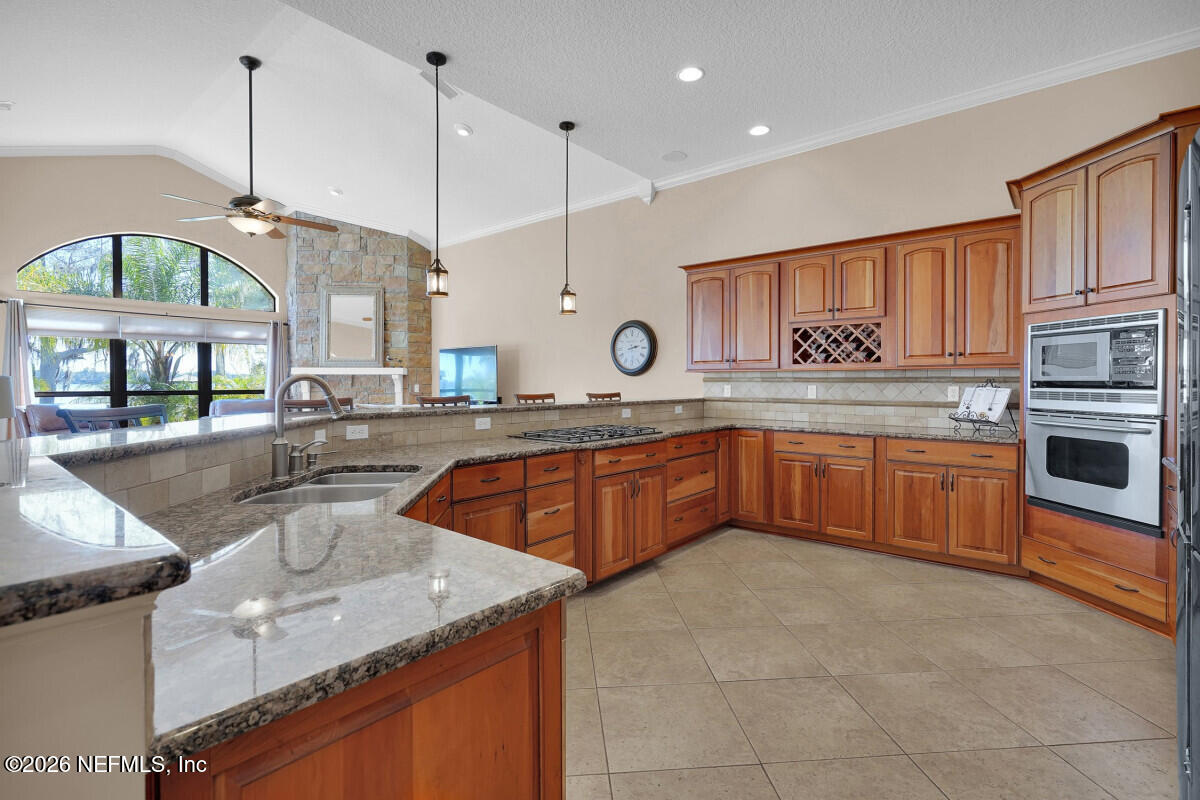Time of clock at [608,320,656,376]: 2:29
